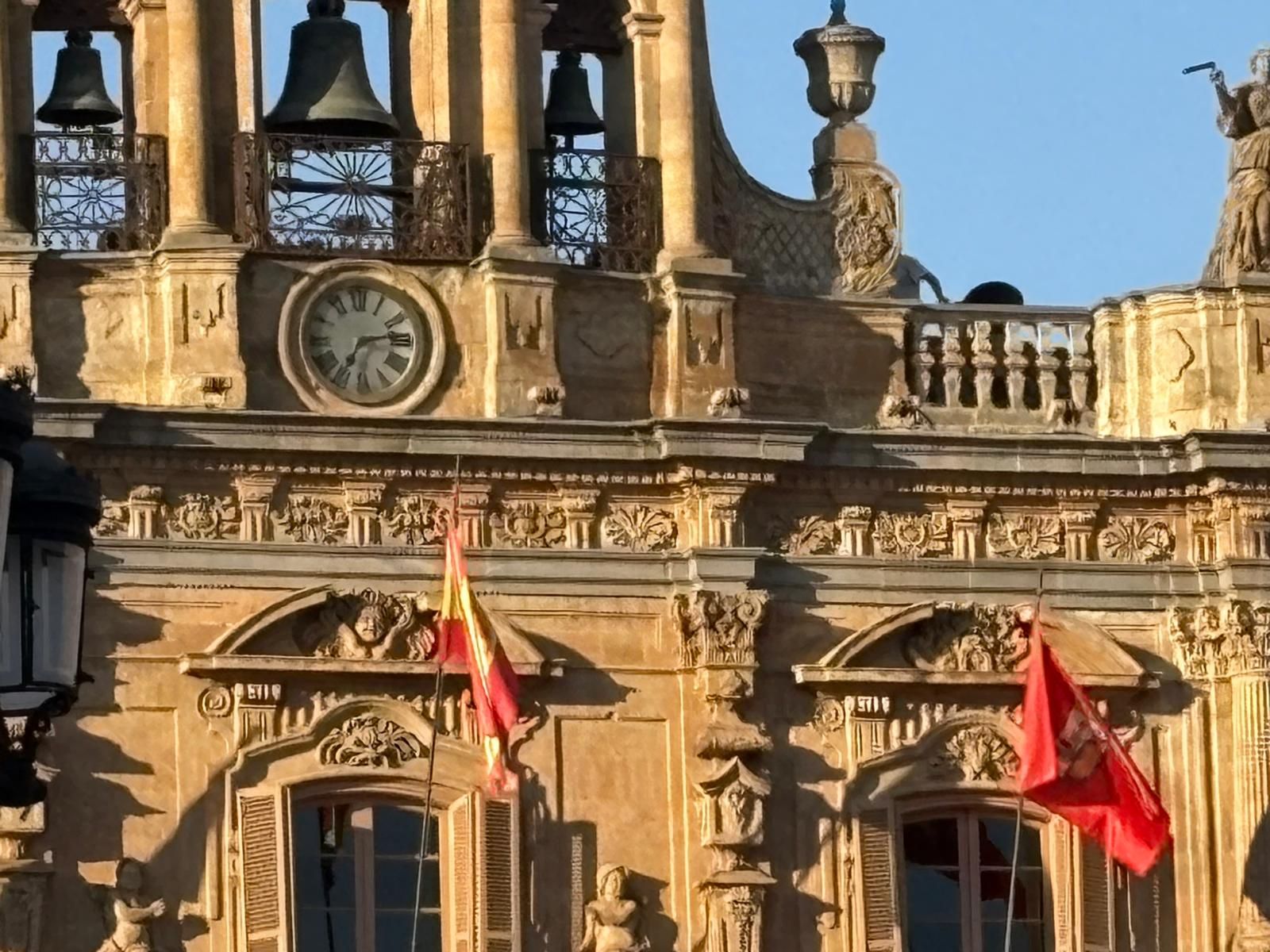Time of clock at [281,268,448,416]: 7:13
